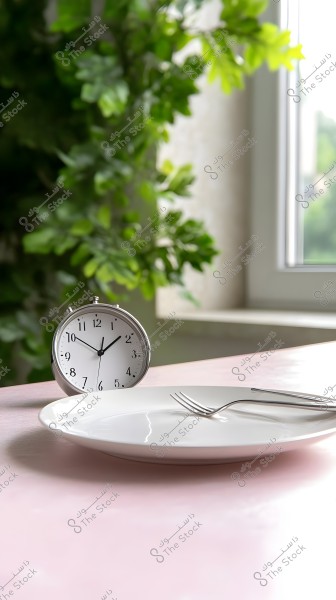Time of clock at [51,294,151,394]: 1:50
